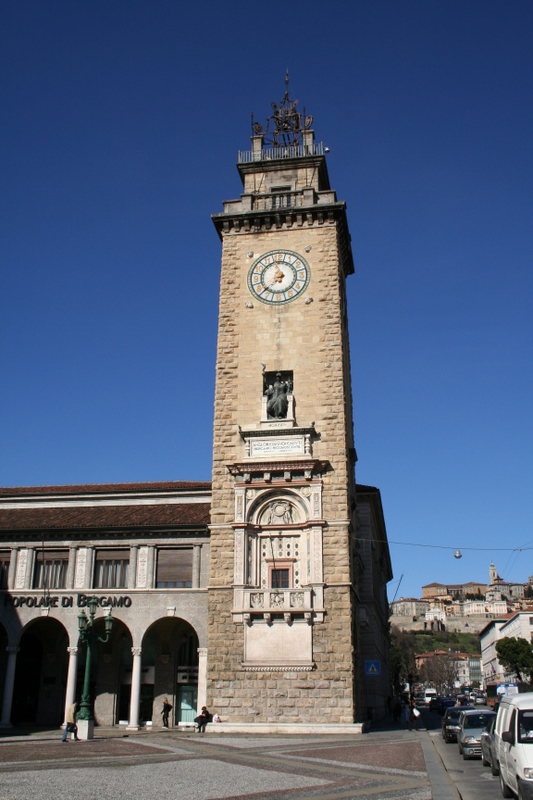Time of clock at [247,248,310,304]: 11:37
